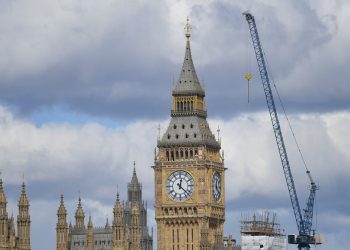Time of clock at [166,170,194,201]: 12:22
